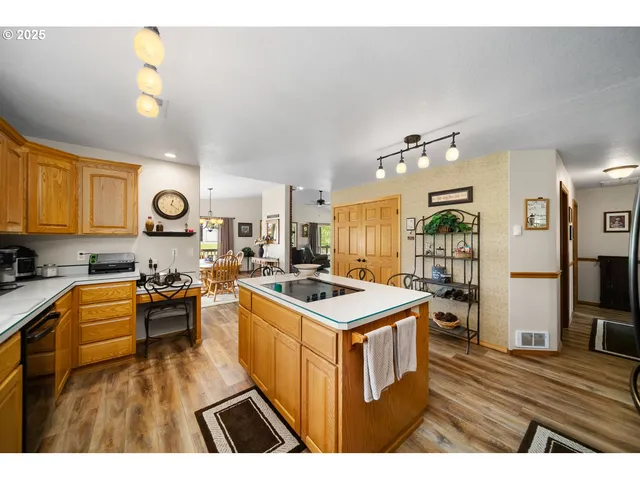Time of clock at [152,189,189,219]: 12:21
